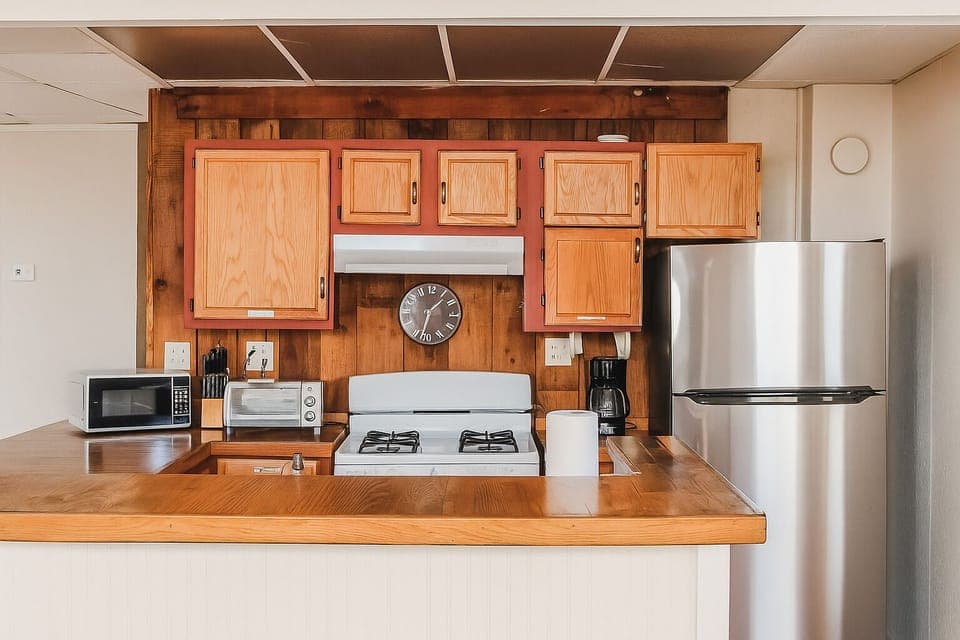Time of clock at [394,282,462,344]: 1:32
